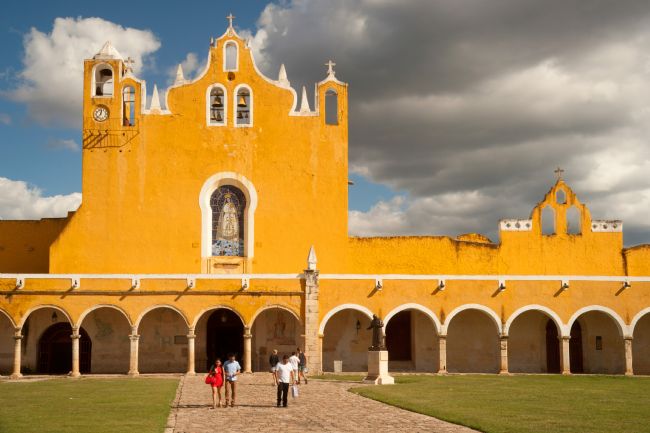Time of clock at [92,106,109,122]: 12:37
